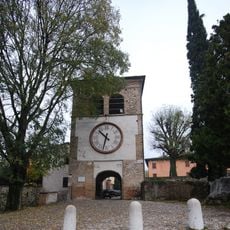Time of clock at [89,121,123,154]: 10:32
